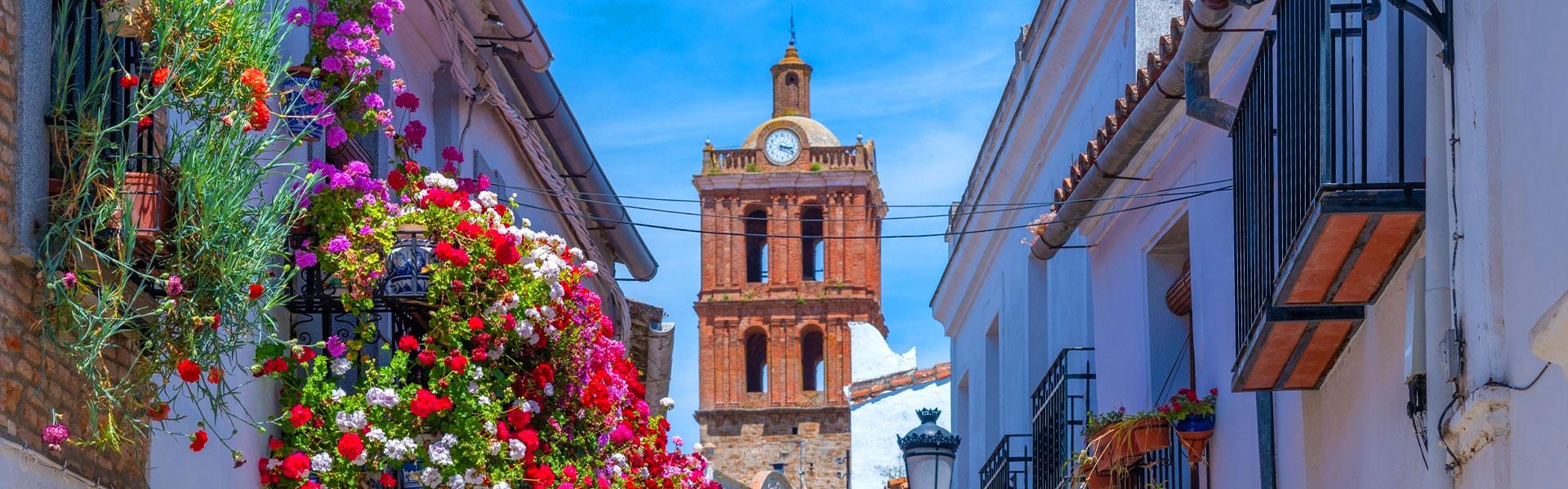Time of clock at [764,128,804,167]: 3:20
